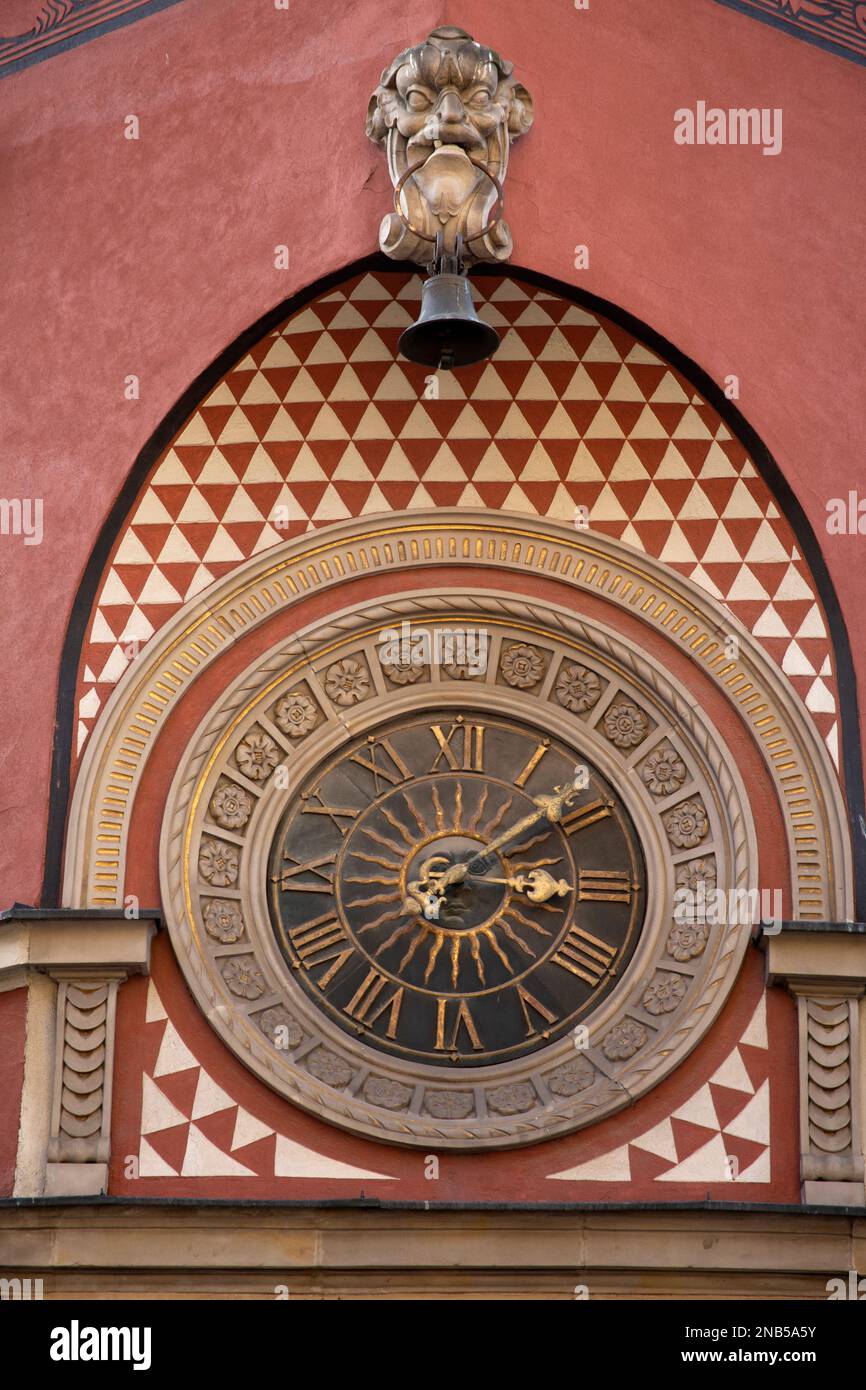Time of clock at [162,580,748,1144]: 3:08
